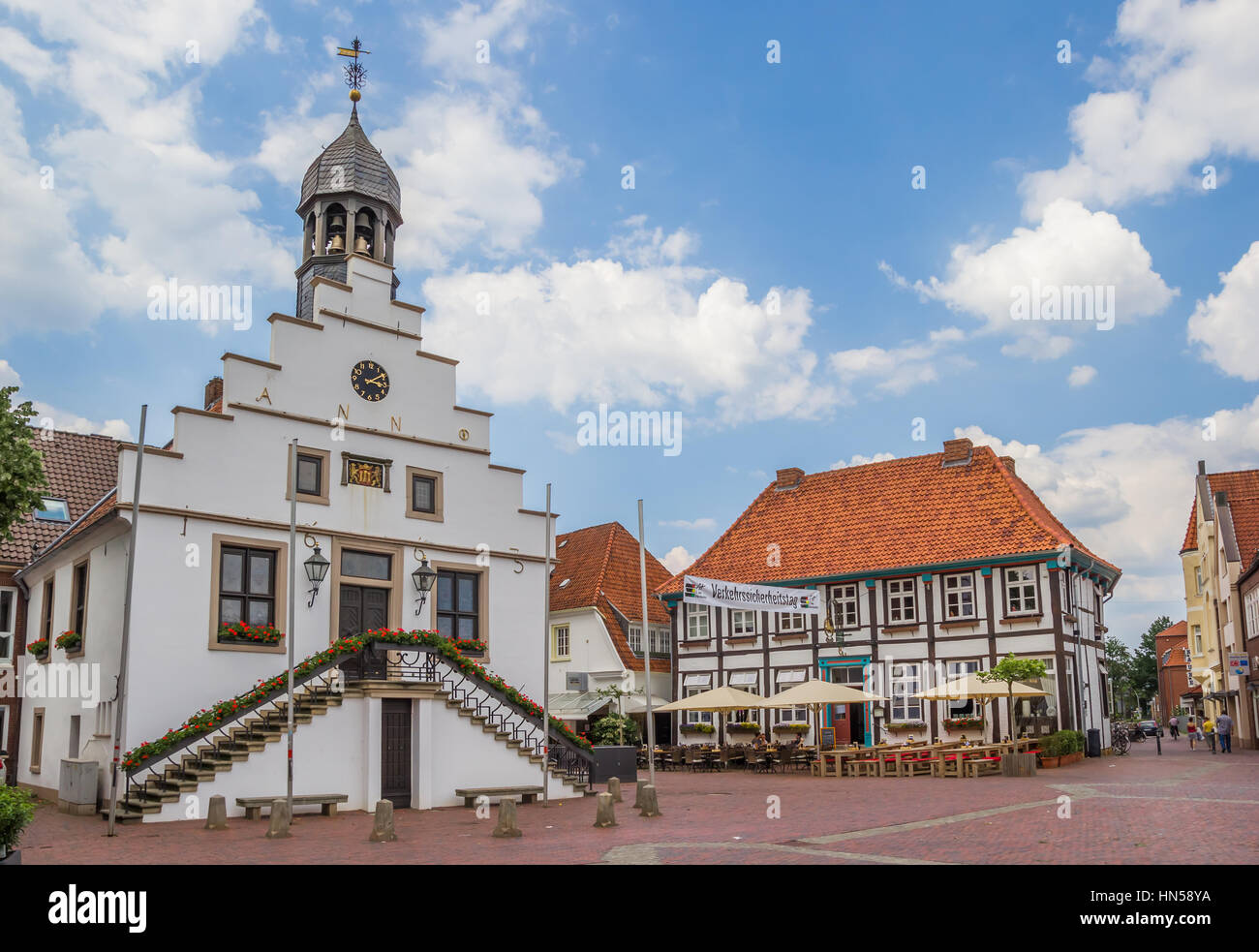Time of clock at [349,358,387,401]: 3:09
